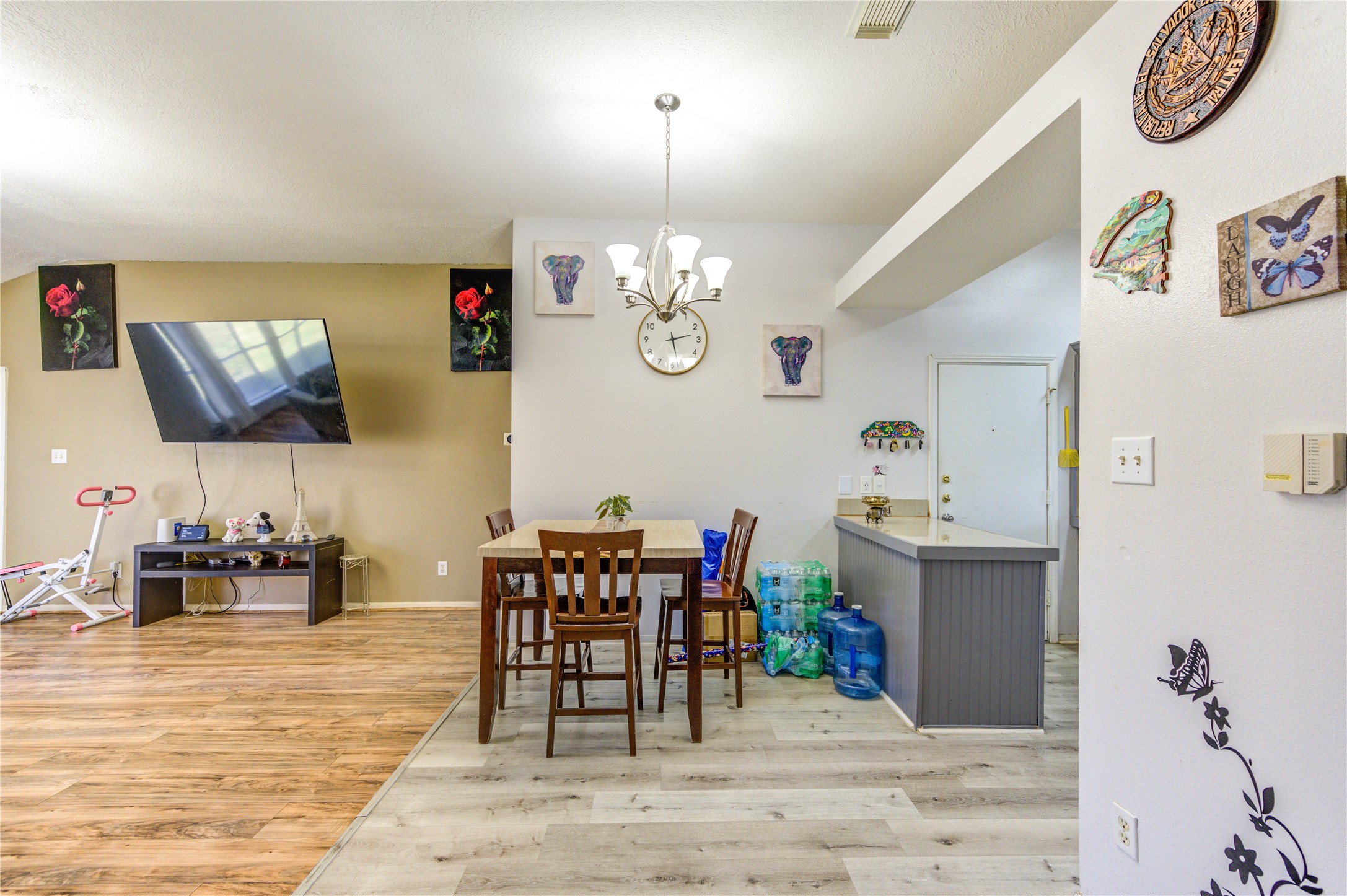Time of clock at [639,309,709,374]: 2:27
